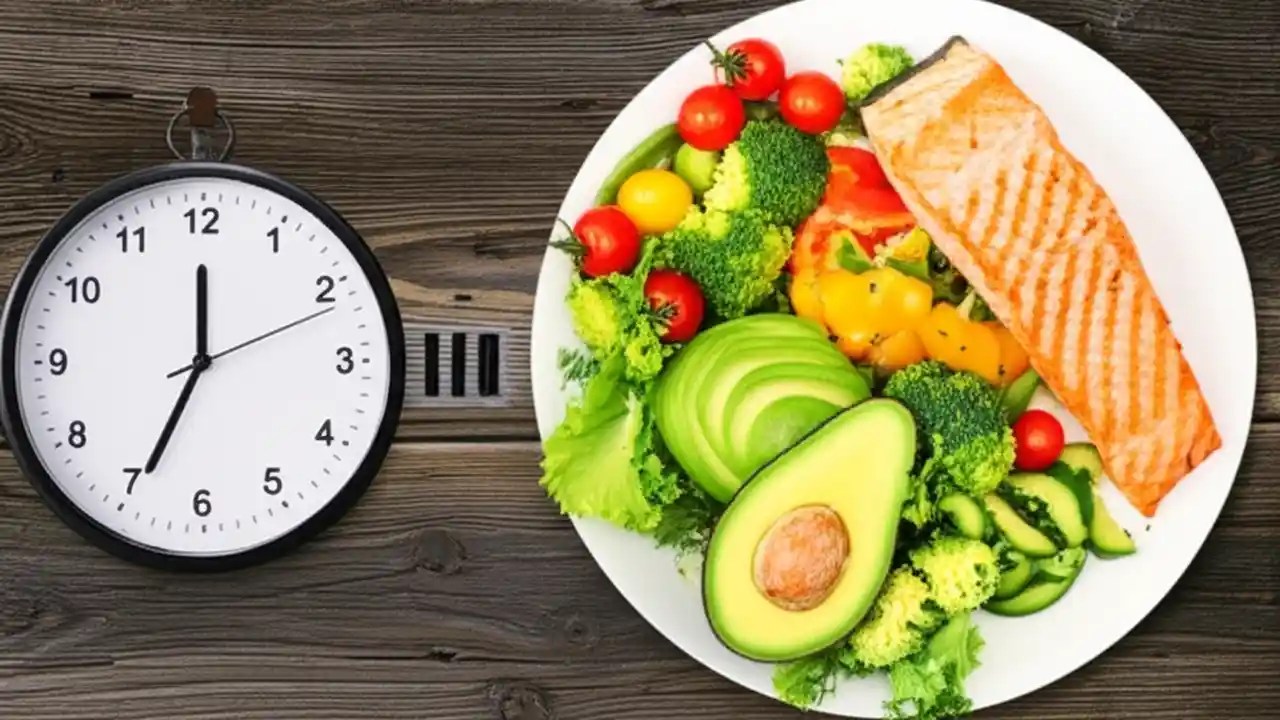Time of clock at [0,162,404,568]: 11:34
